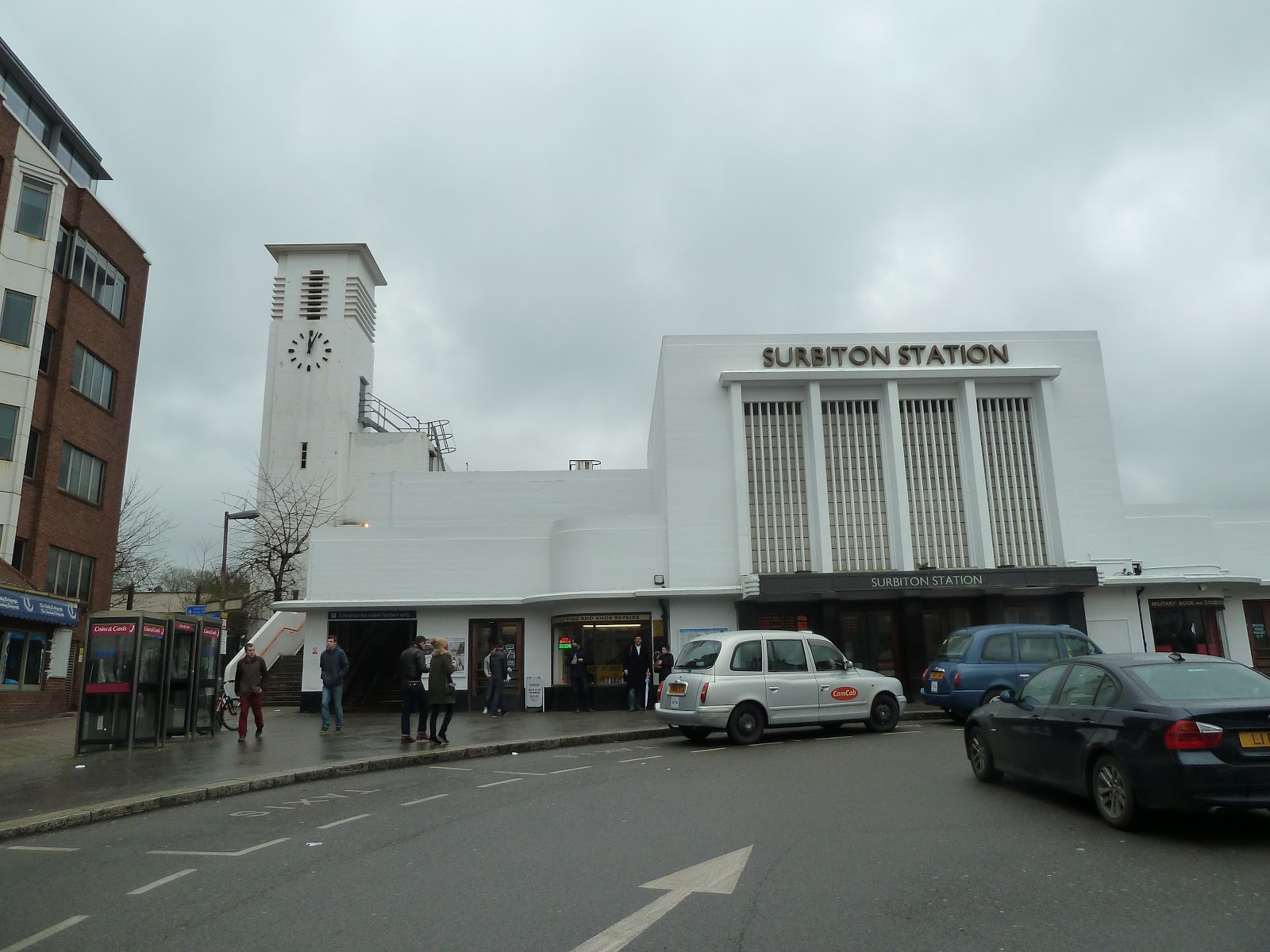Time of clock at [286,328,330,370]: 12:03
